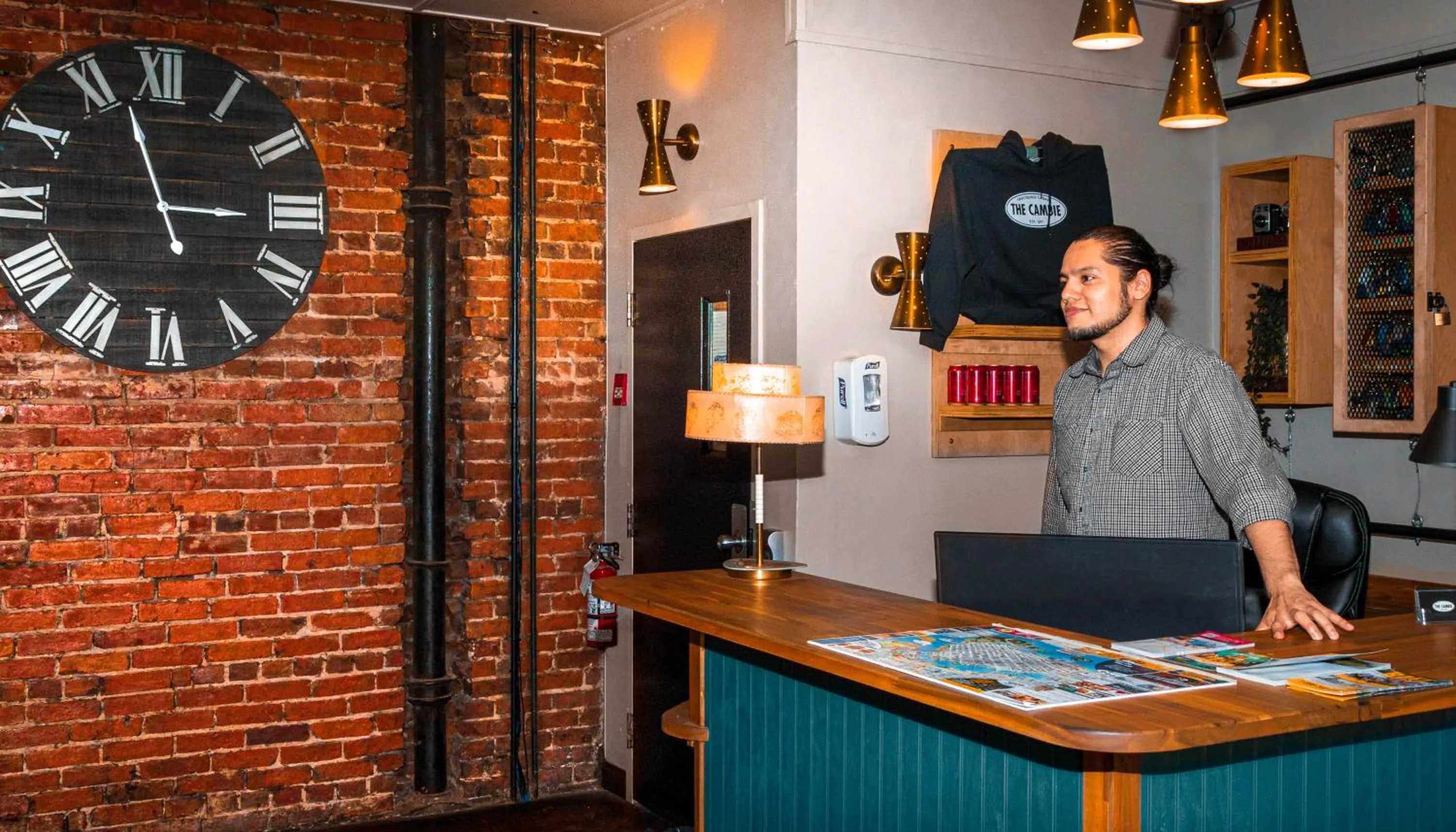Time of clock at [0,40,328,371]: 2:56
